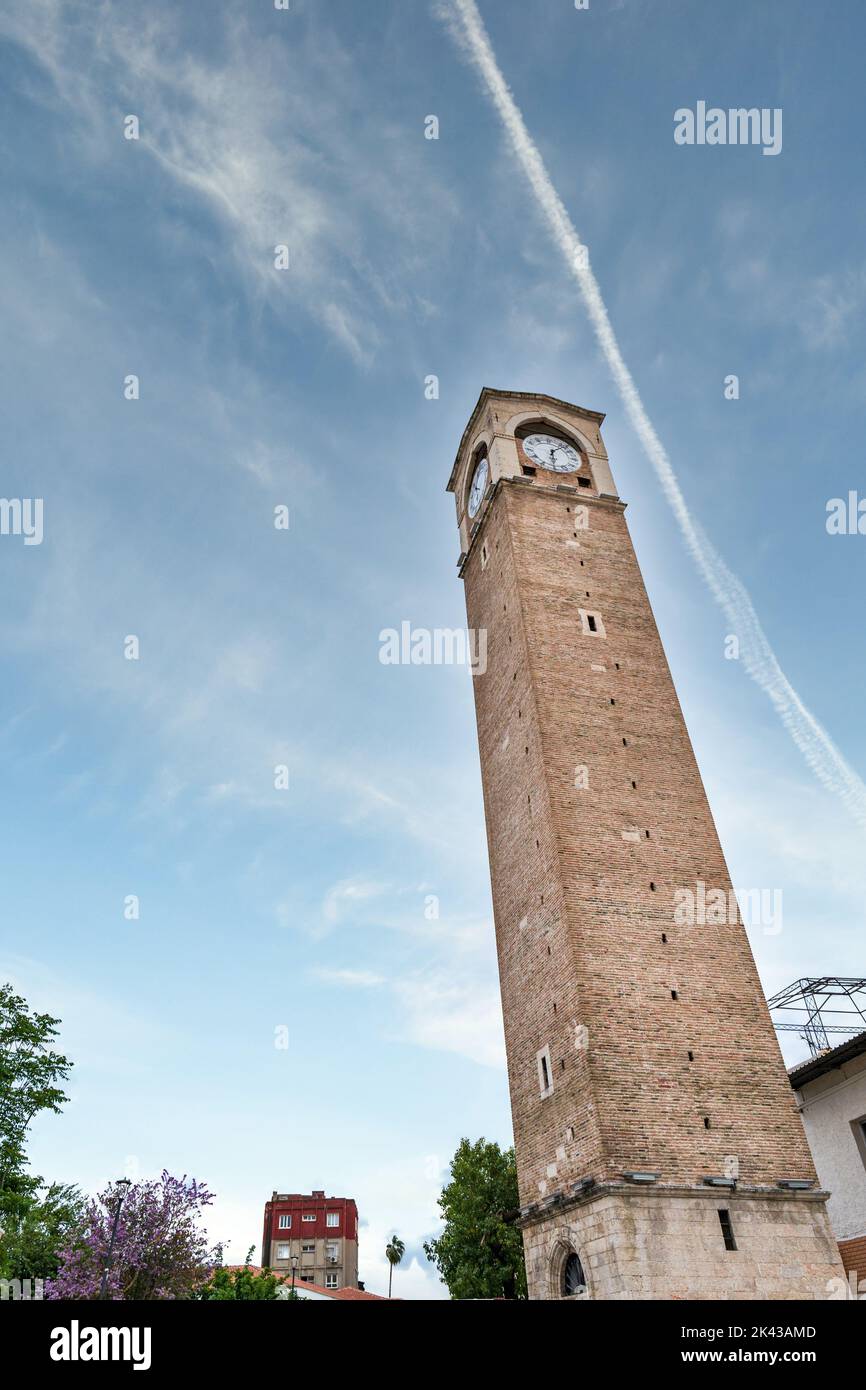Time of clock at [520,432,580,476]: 6:07
